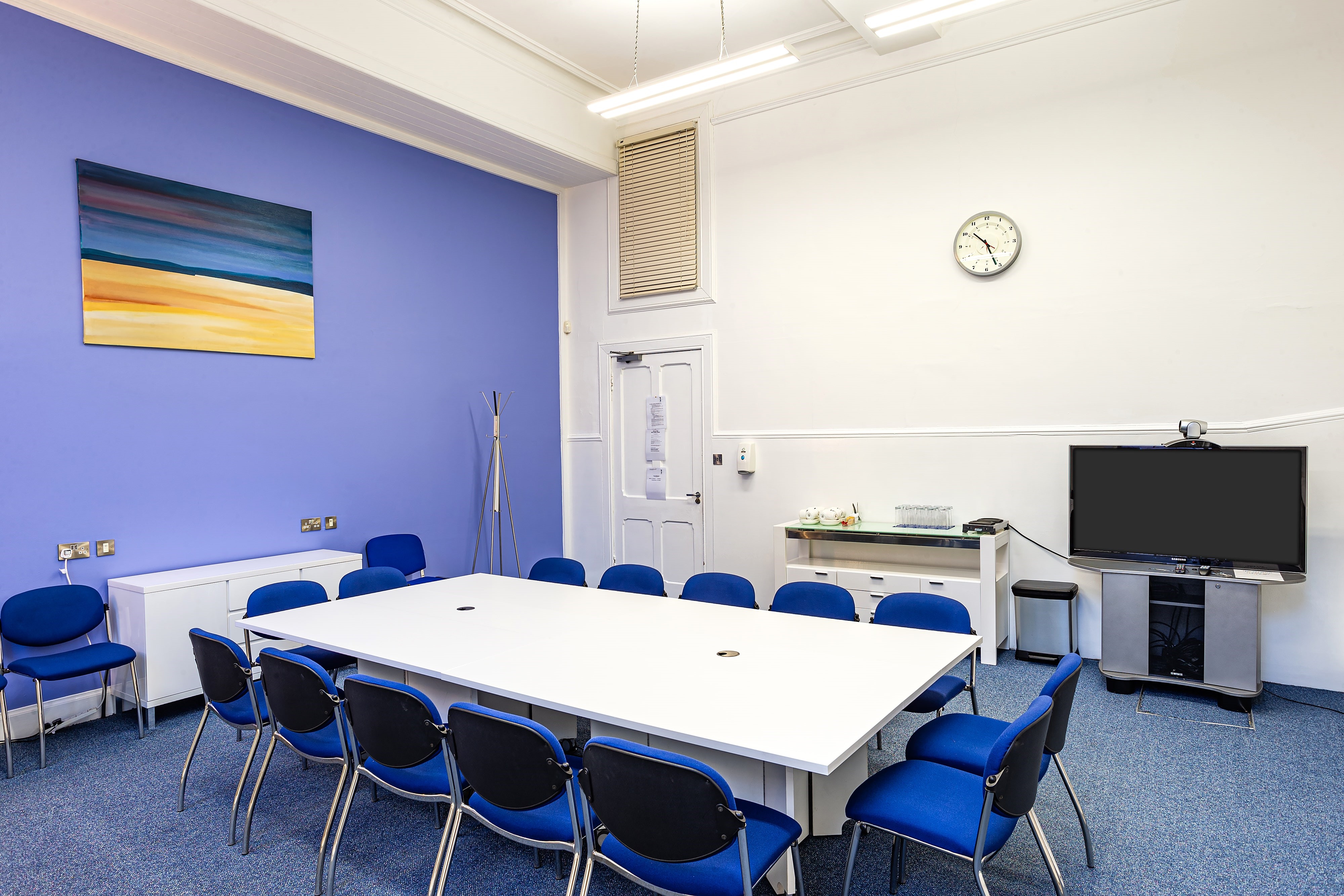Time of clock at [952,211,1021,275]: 10:26
